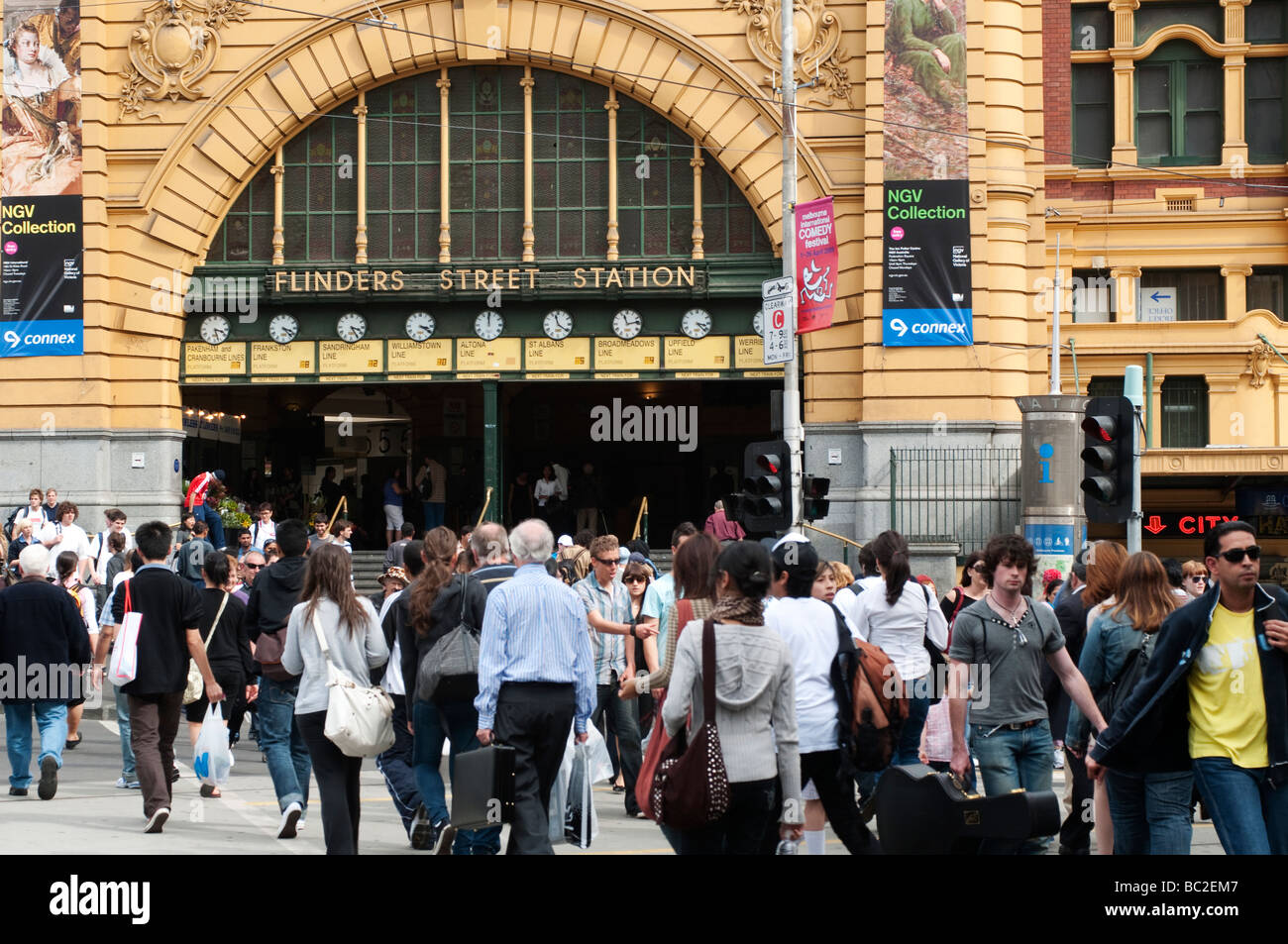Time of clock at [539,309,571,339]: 11:21
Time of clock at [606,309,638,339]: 11:13
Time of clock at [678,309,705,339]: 3:22
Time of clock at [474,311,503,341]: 12:00
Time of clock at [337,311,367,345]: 3:24
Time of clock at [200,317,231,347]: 3:27
